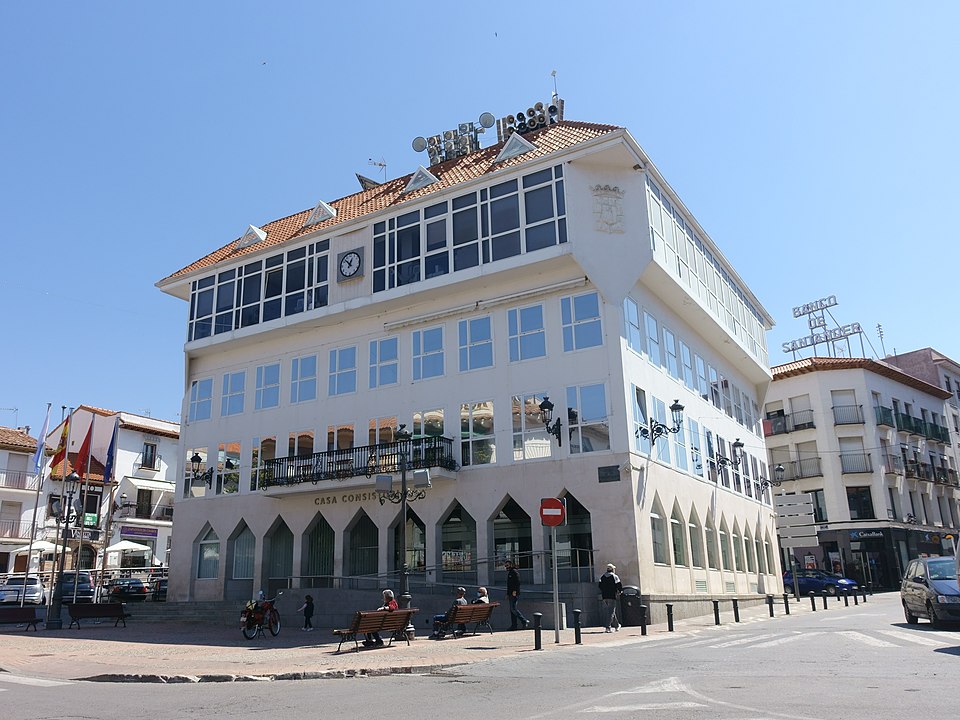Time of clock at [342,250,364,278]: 12:52
